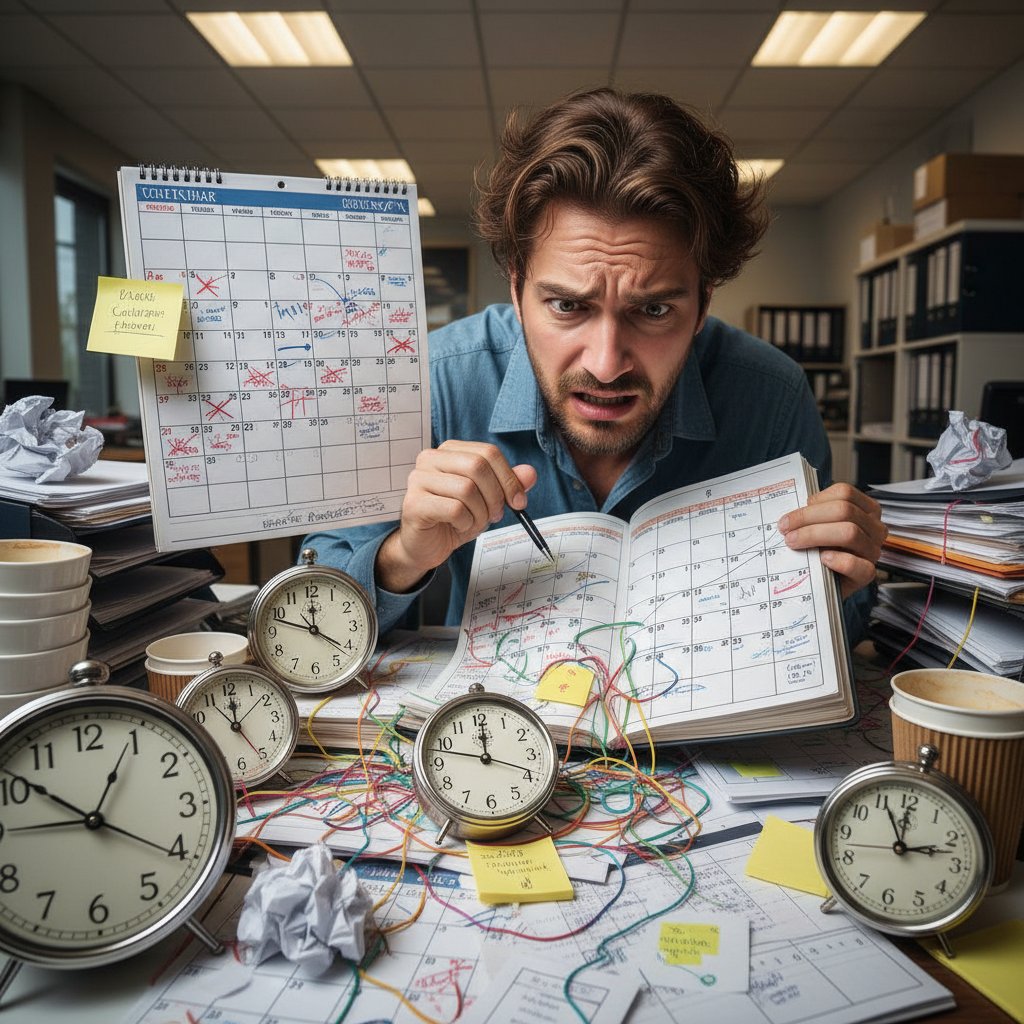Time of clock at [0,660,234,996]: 12:51
